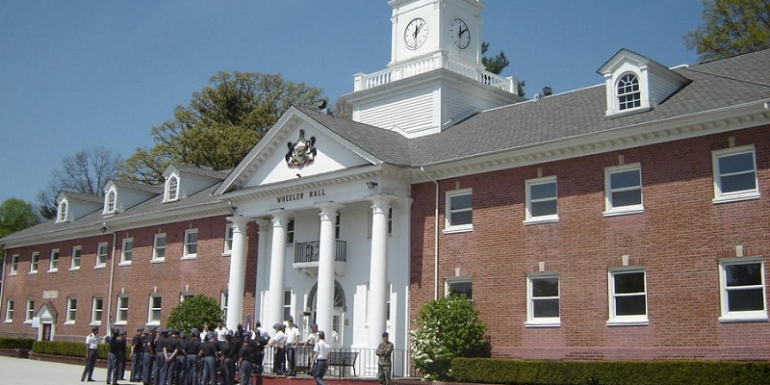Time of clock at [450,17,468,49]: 12:08
